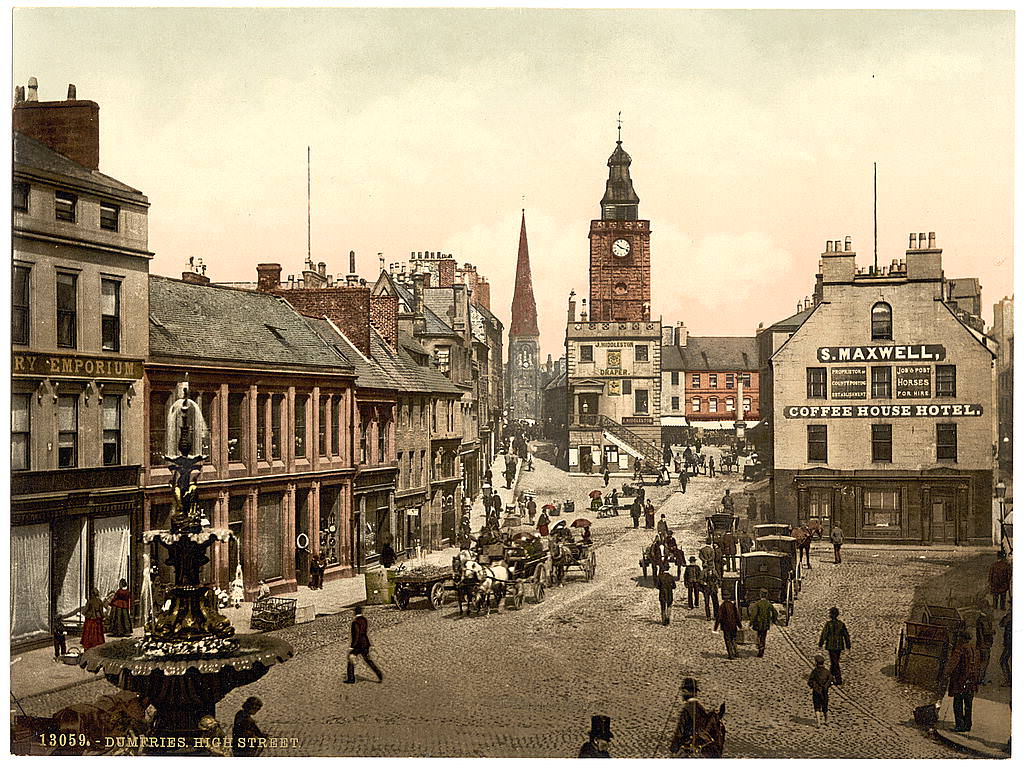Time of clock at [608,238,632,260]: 10:18
